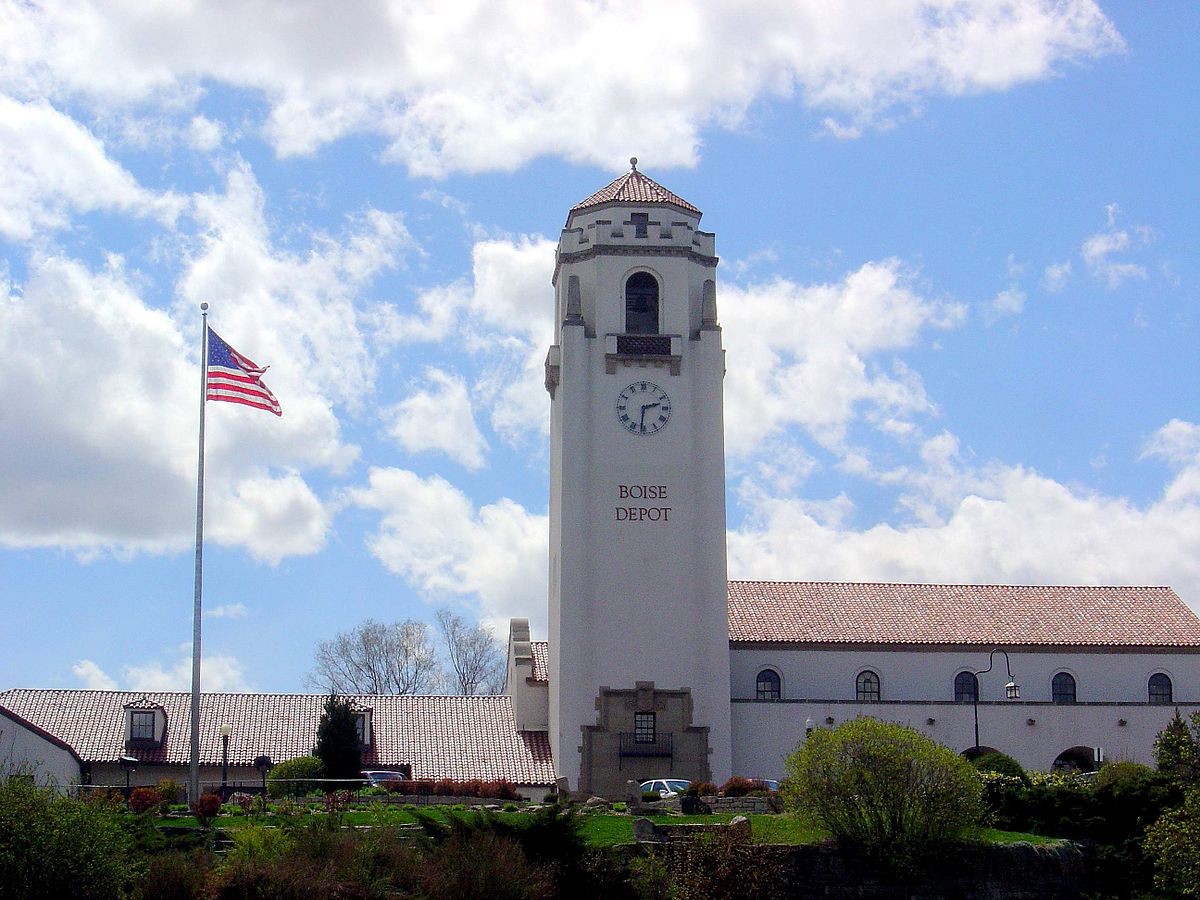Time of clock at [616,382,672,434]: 2:31
